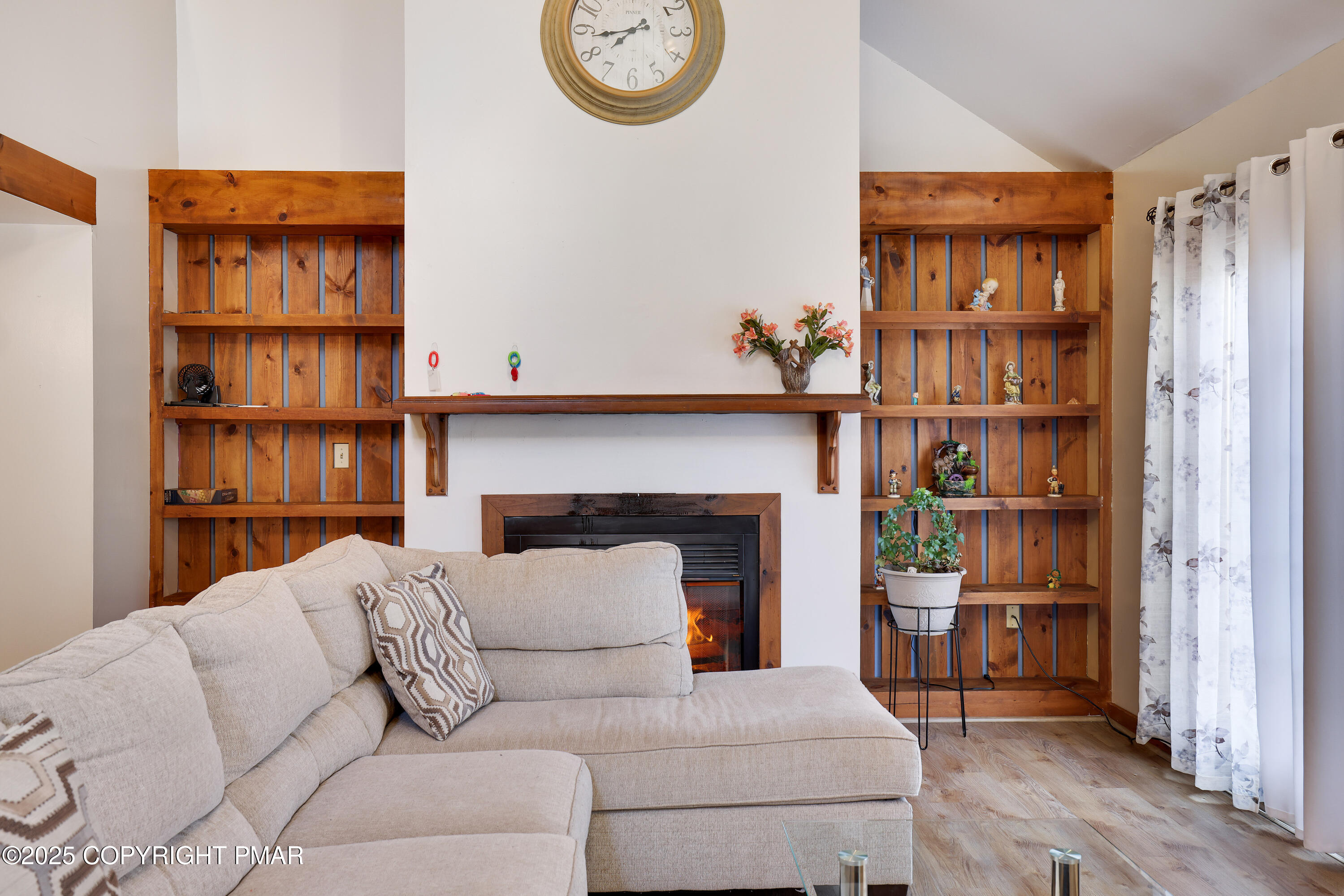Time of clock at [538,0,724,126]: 7:43
